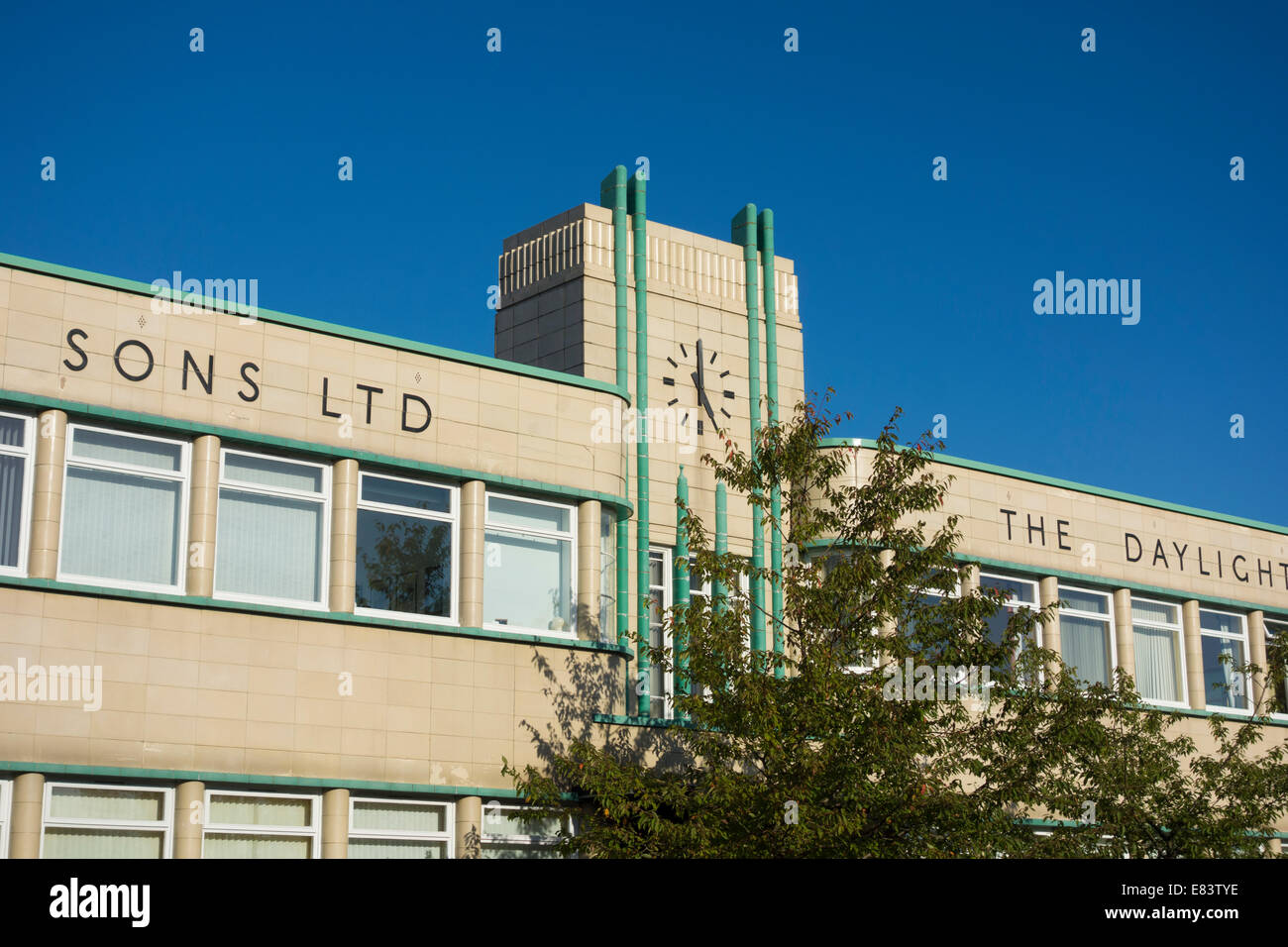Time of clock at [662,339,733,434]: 4:59
